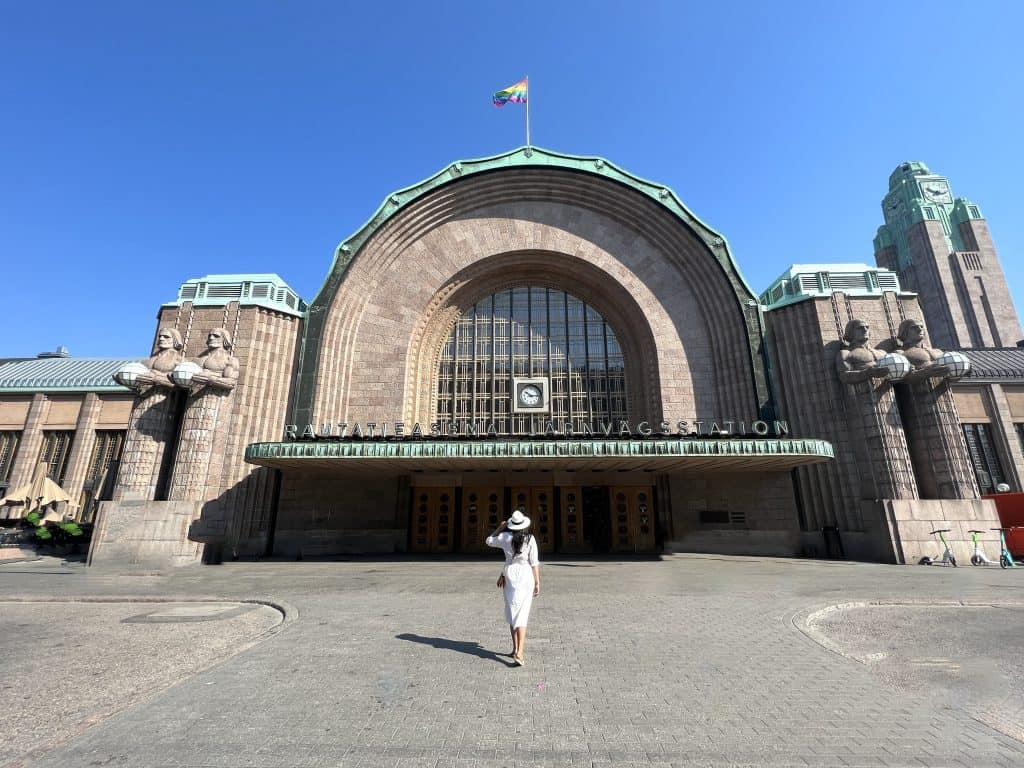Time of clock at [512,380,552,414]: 10:14
